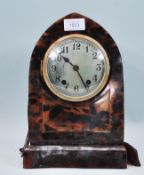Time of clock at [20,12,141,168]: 10:24
